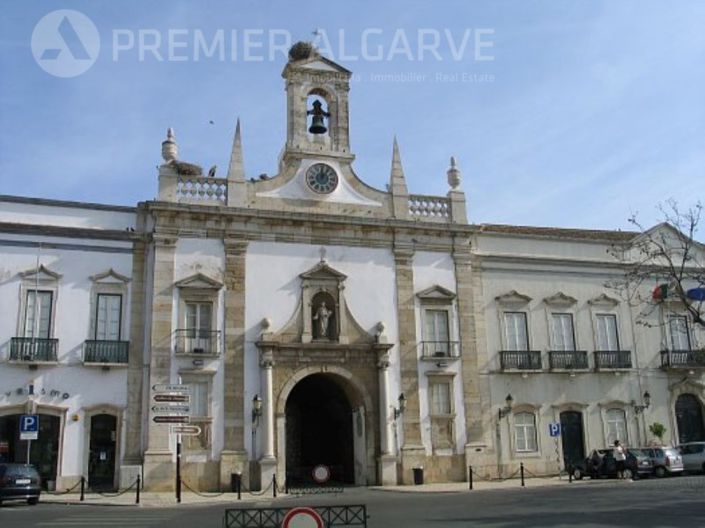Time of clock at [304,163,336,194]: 12:05
